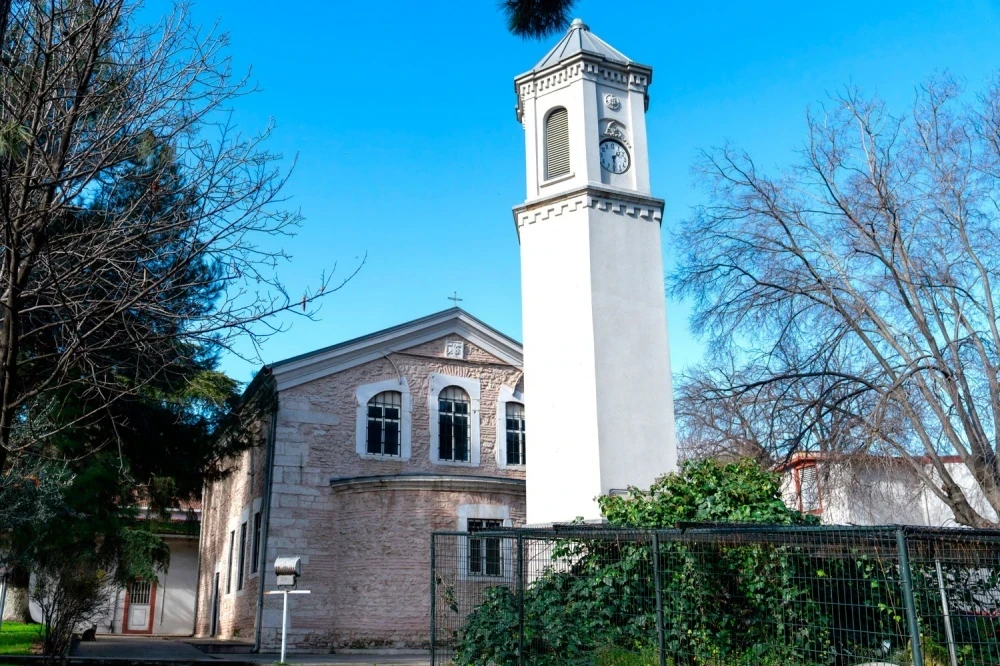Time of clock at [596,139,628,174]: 1:30
